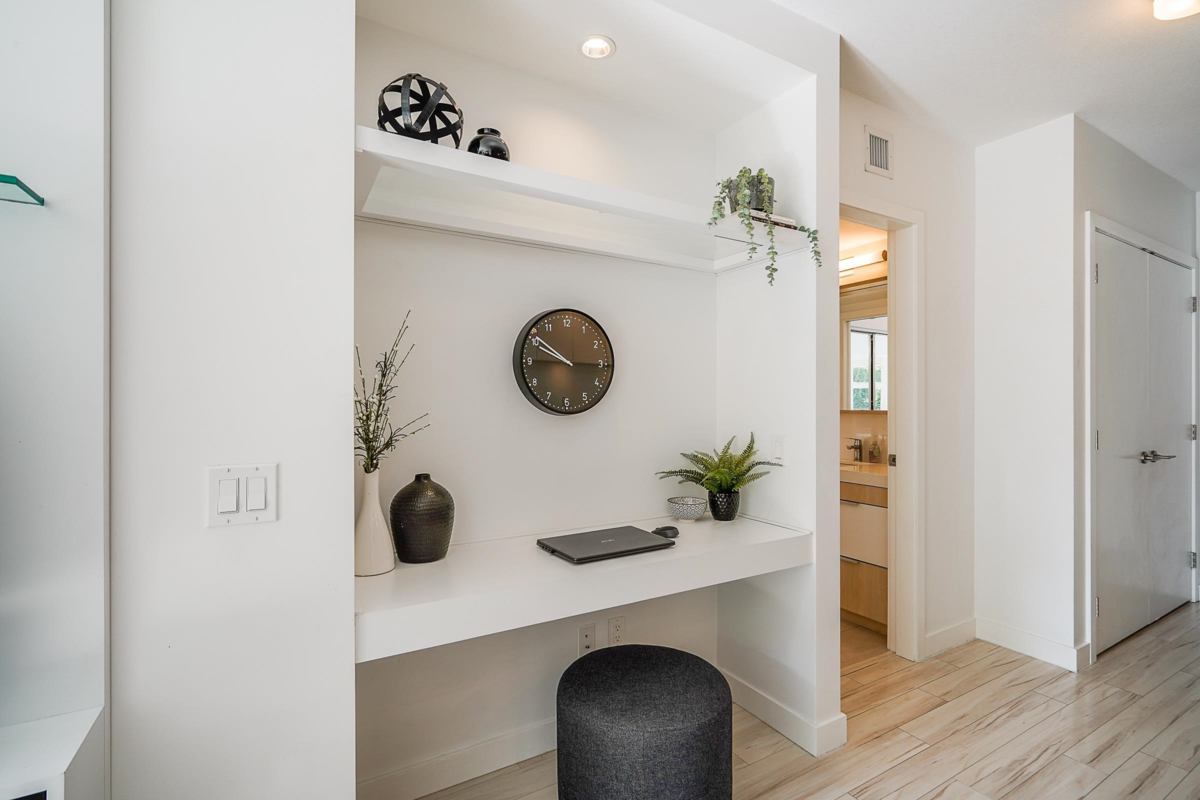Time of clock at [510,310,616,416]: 9:50
